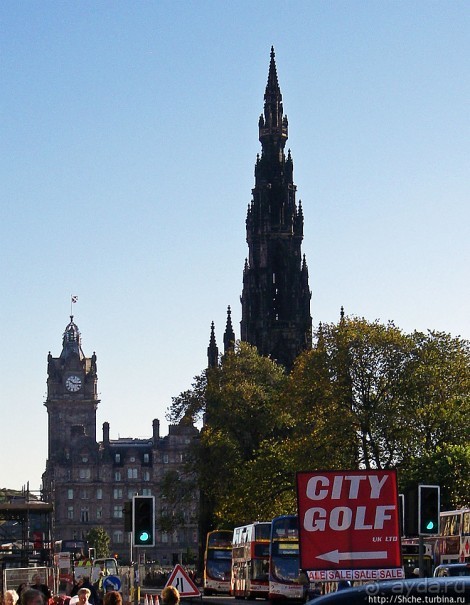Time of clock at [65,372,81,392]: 10:15
